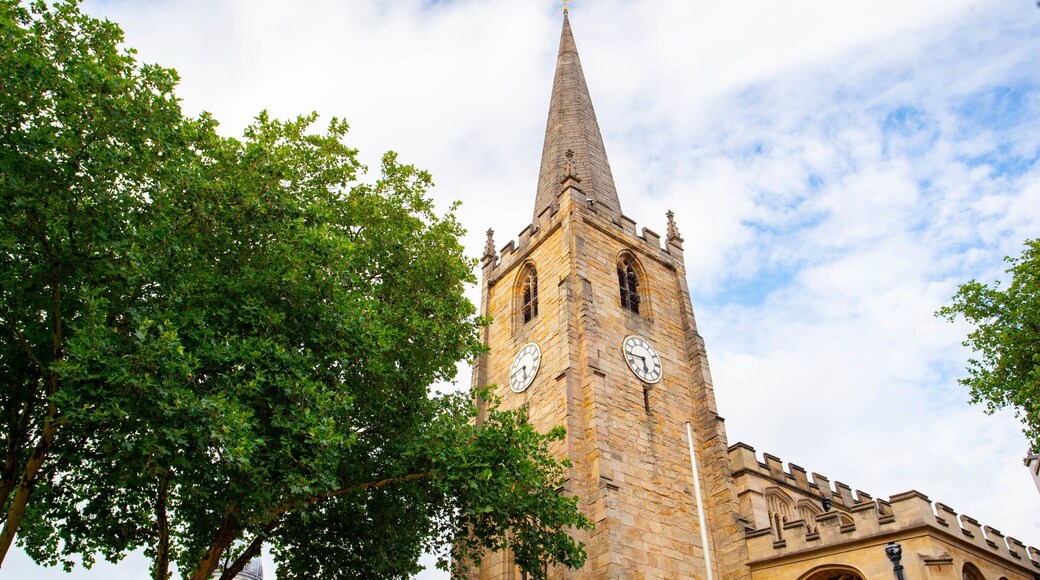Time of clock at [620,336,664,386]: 5:44
